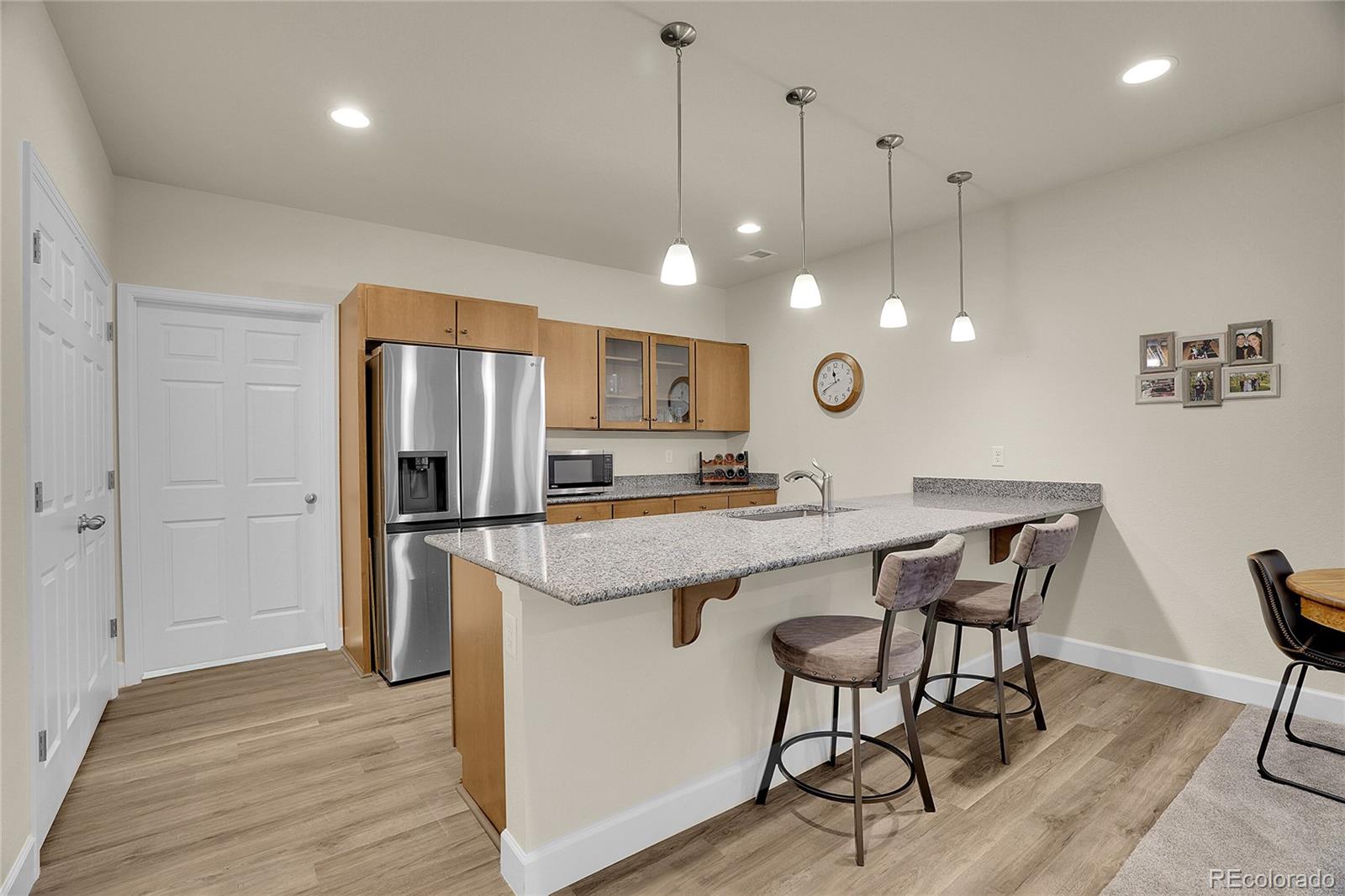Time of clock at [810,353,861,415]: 11:40
